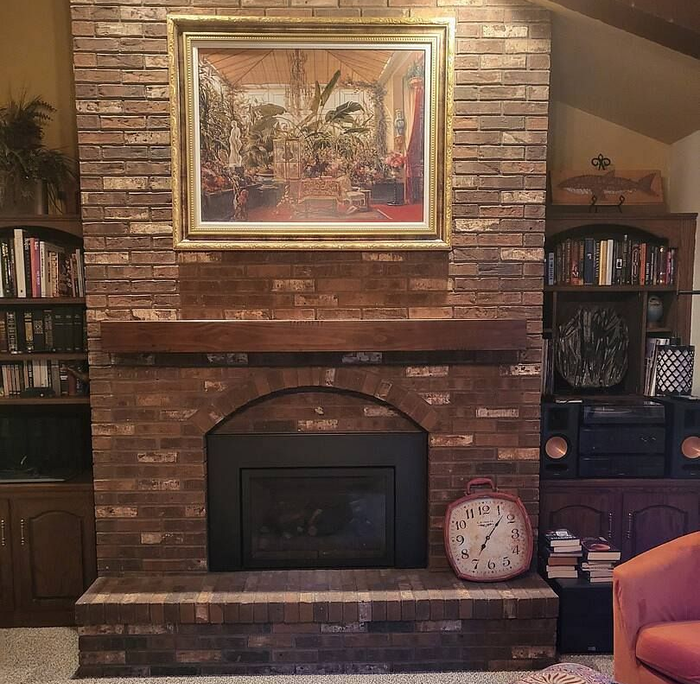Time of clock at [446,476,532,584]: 7:07
